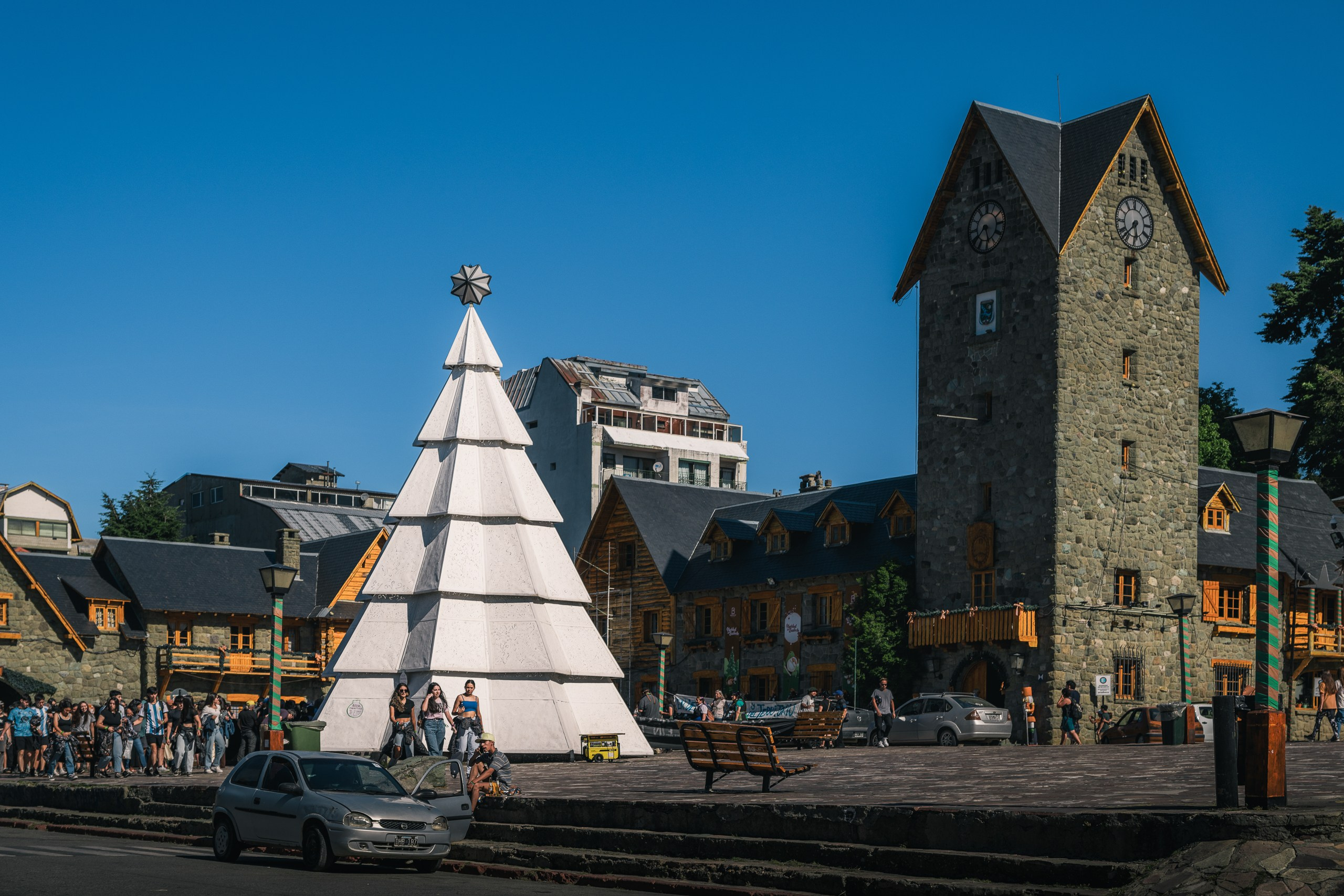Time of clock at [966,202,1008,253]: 5:38
